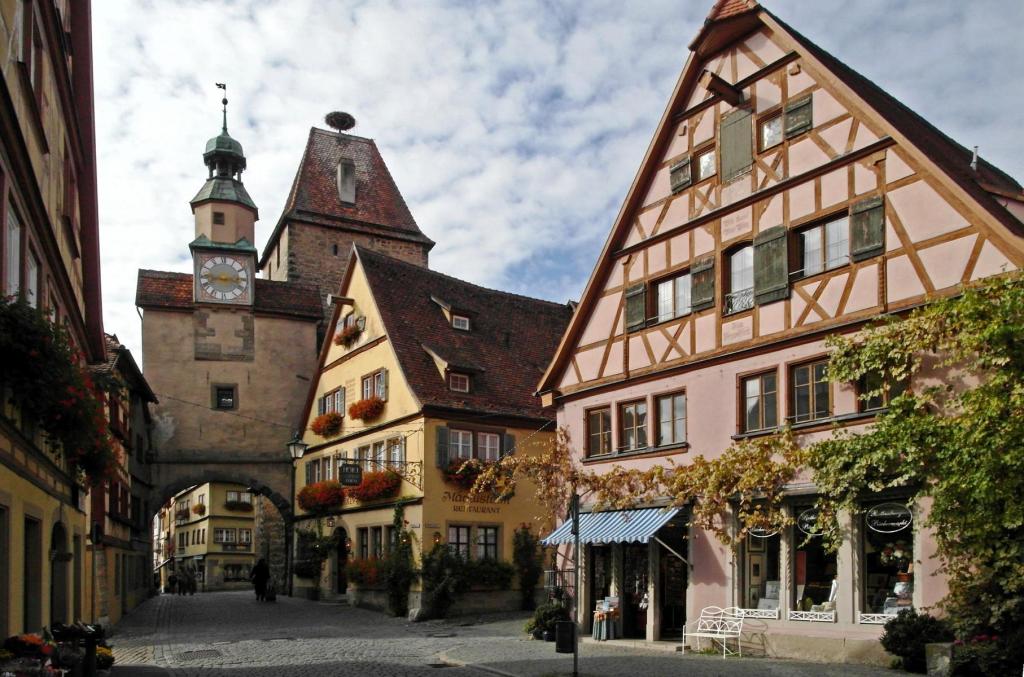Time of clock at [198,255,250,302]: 8:16
